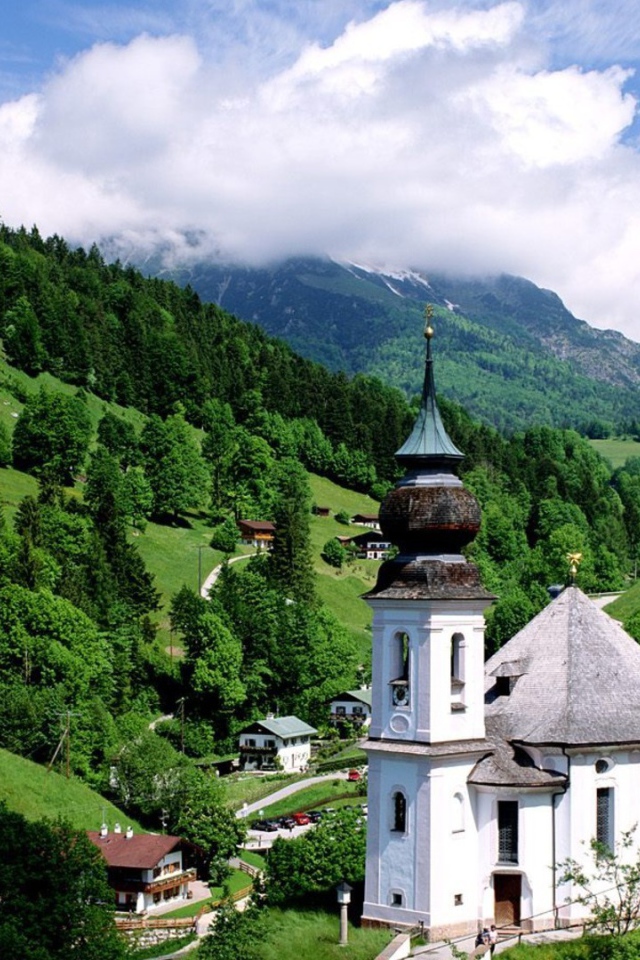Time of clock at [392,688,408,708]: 1:36
